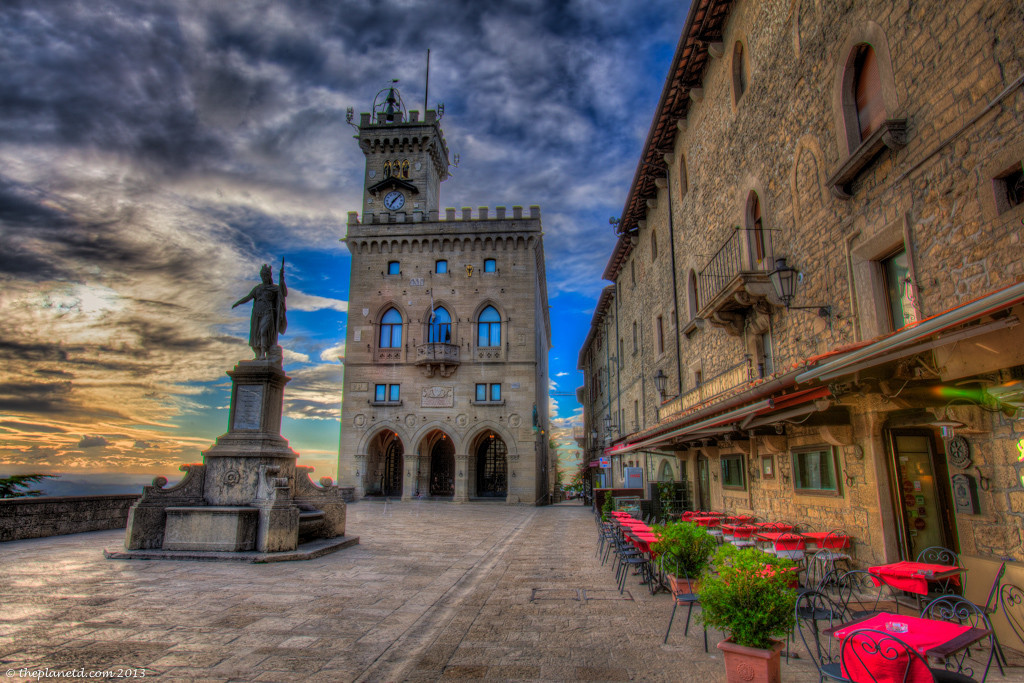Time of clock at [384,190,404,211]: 7:07
